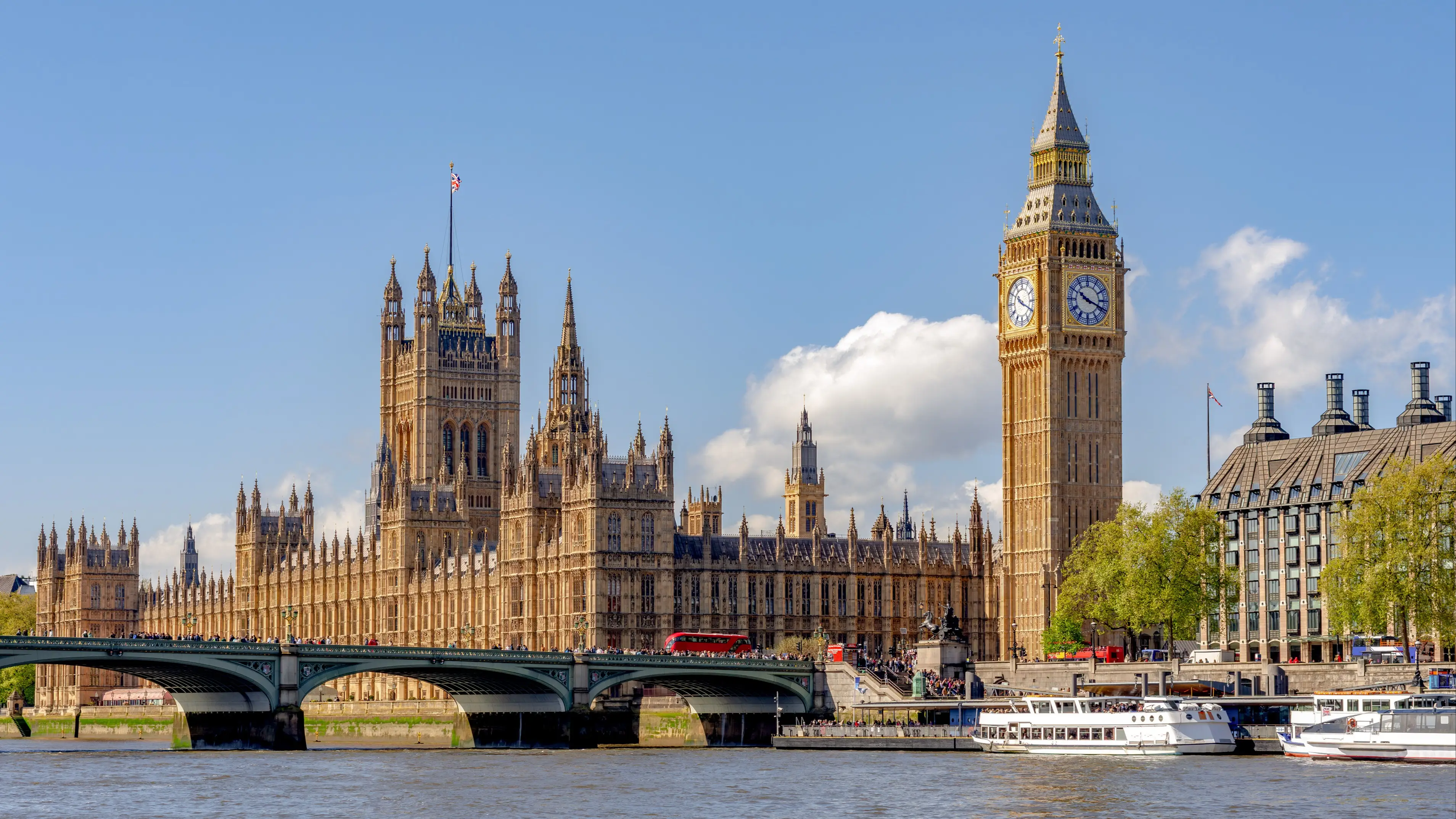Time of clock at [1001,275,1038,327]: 3:50
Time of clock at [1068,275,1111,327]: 10:18
